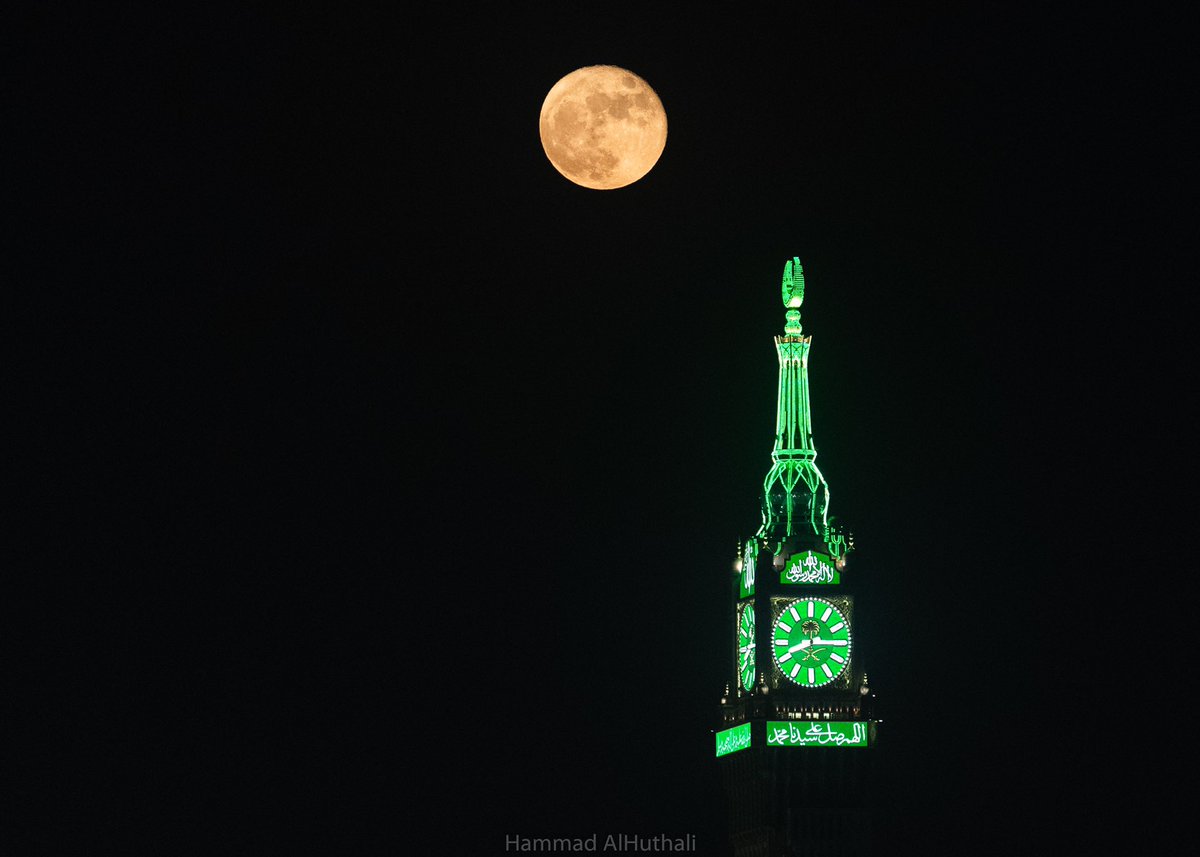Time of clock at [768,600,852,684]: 8:14
